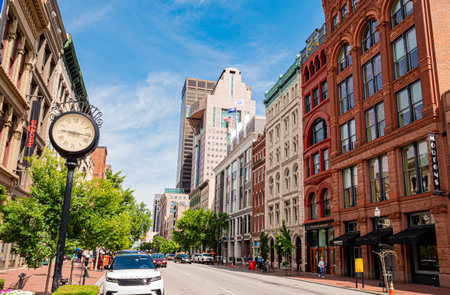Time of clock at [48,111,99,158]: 9:16
